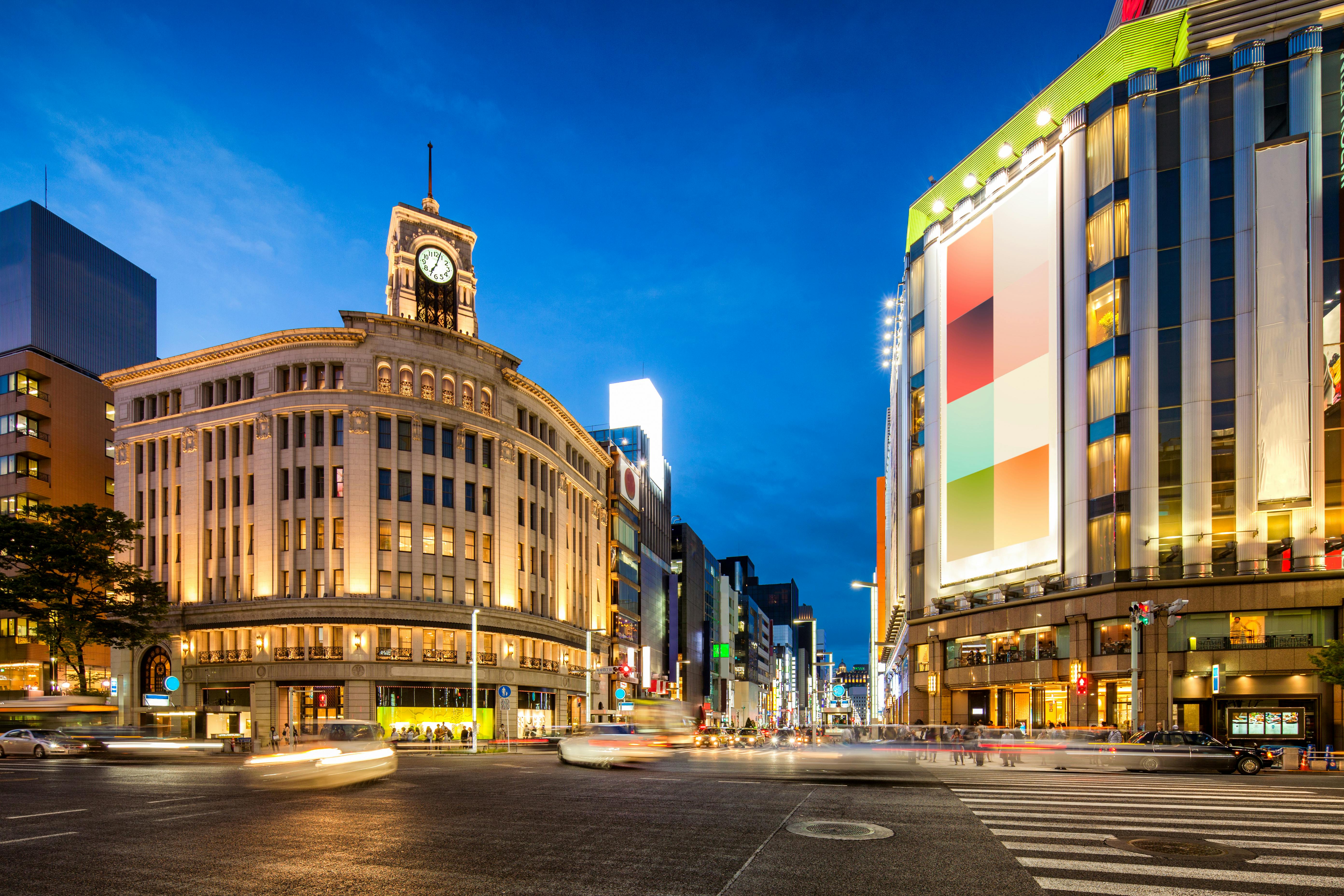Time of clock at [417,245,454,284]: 7:03
